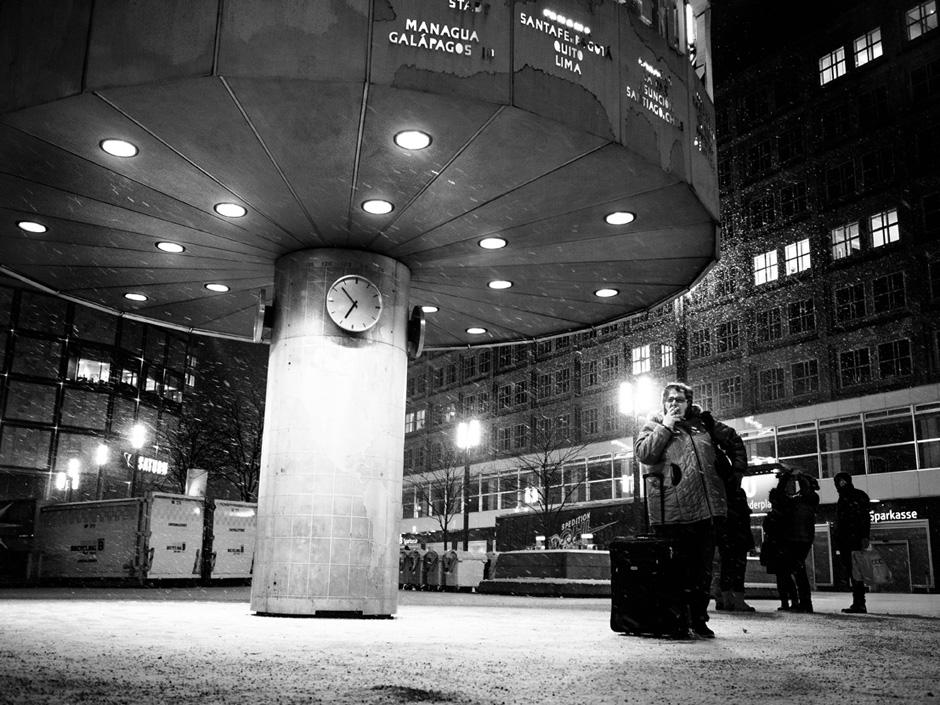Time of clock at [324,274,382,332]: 6:52
